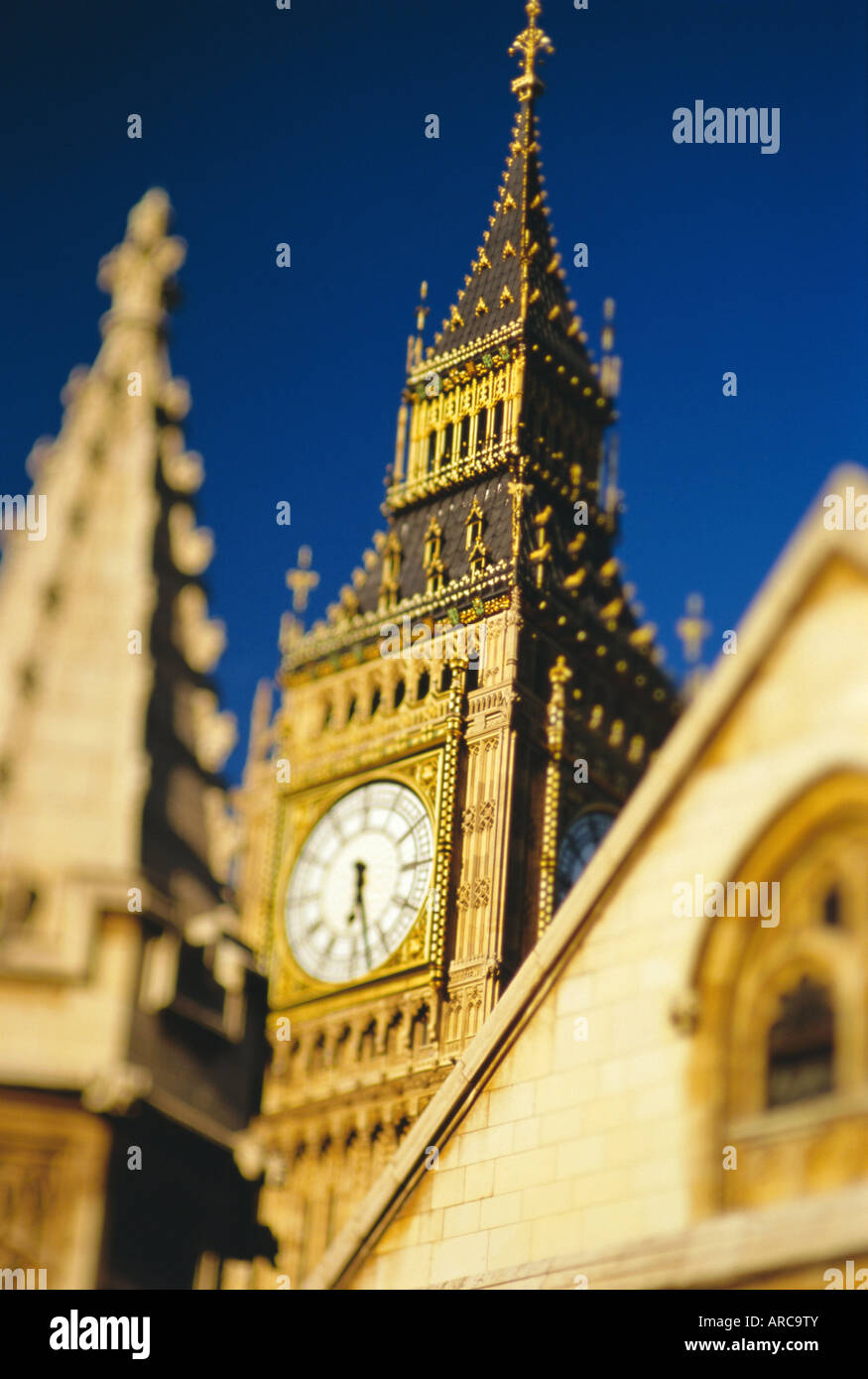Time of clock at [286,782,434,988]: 6:28
